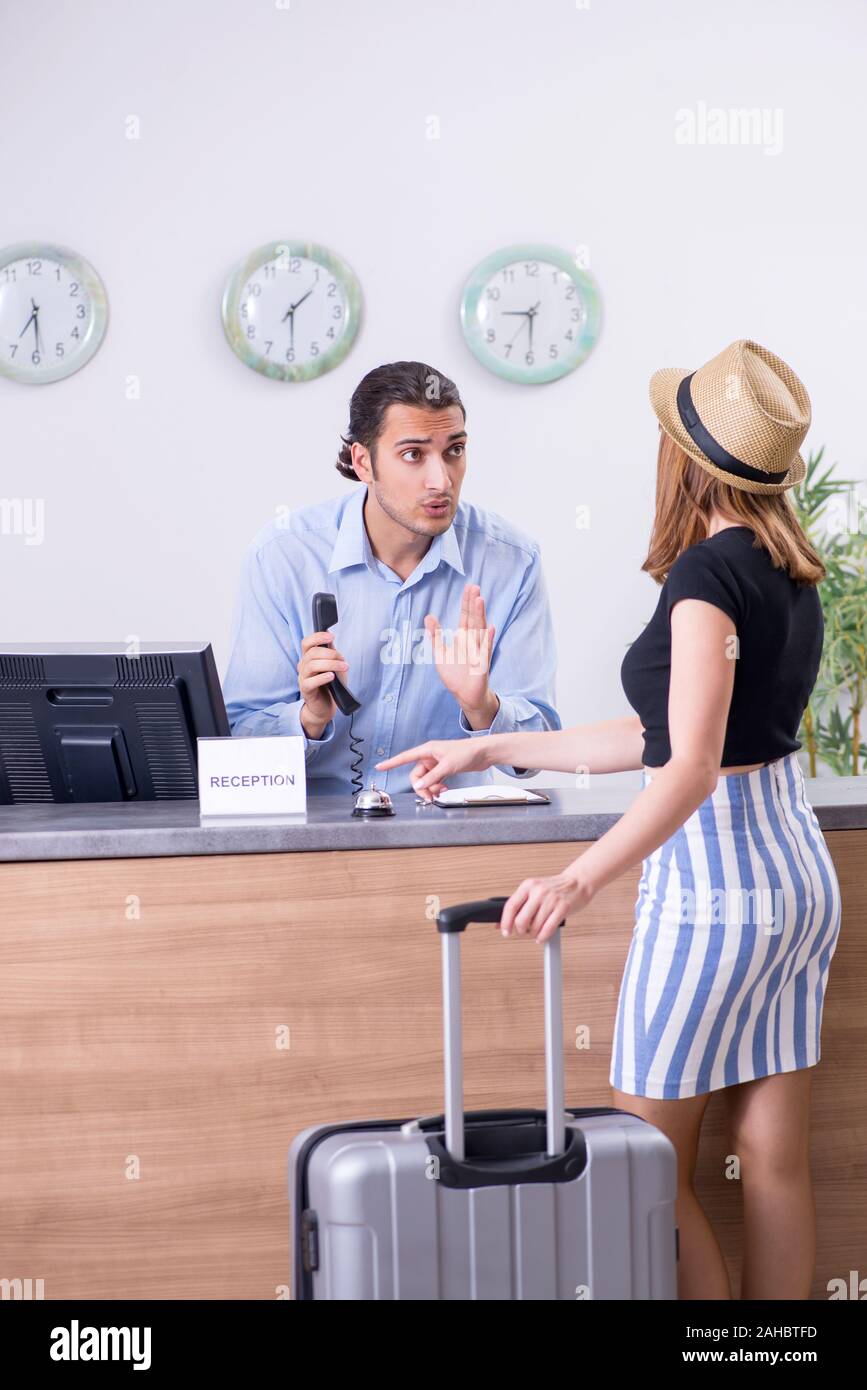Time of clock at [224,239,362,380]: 1:29
